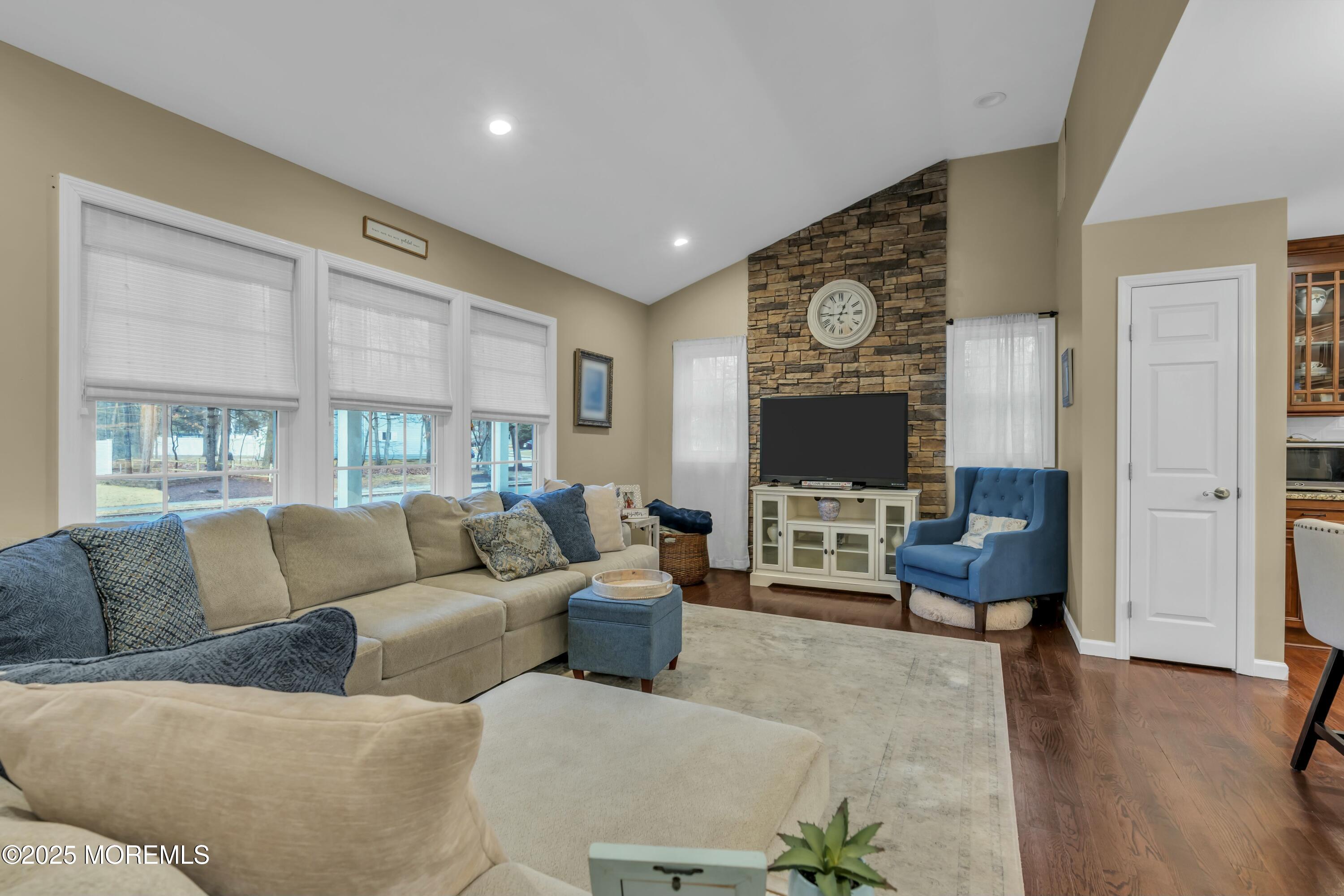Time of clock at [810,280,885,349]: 12:45
